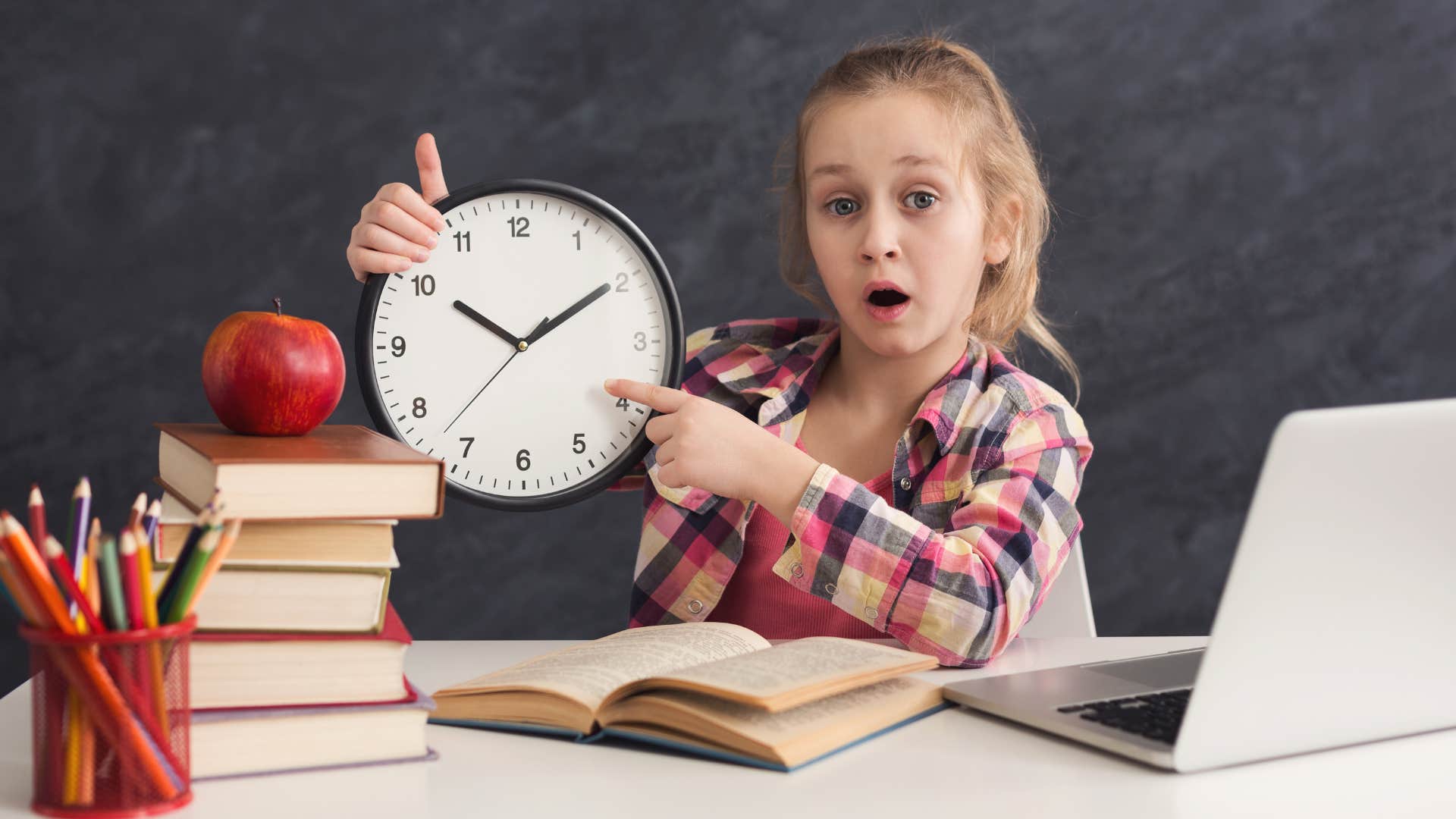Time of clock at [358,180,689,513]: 10:09
